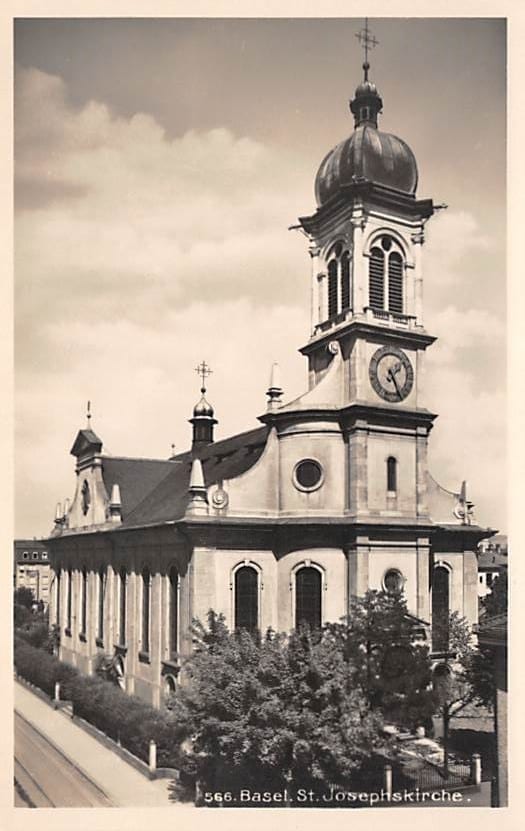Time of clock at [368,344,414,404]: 1:24
